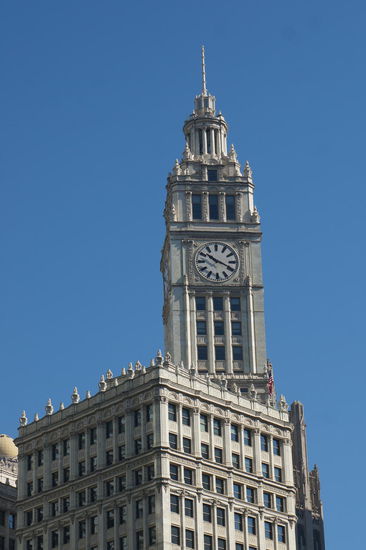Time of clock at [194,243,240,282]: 10:19
